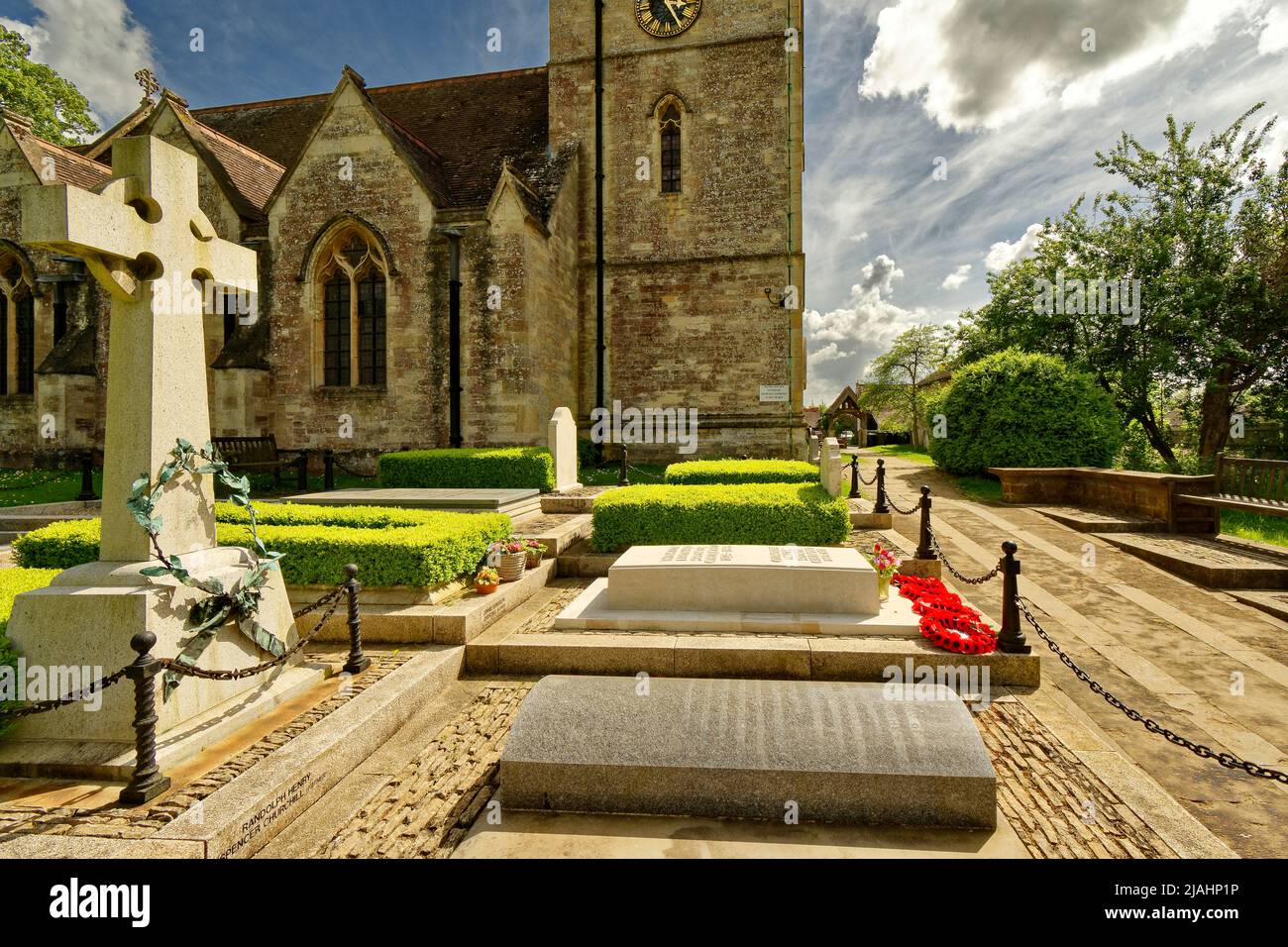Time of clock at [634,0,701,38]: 2:24
